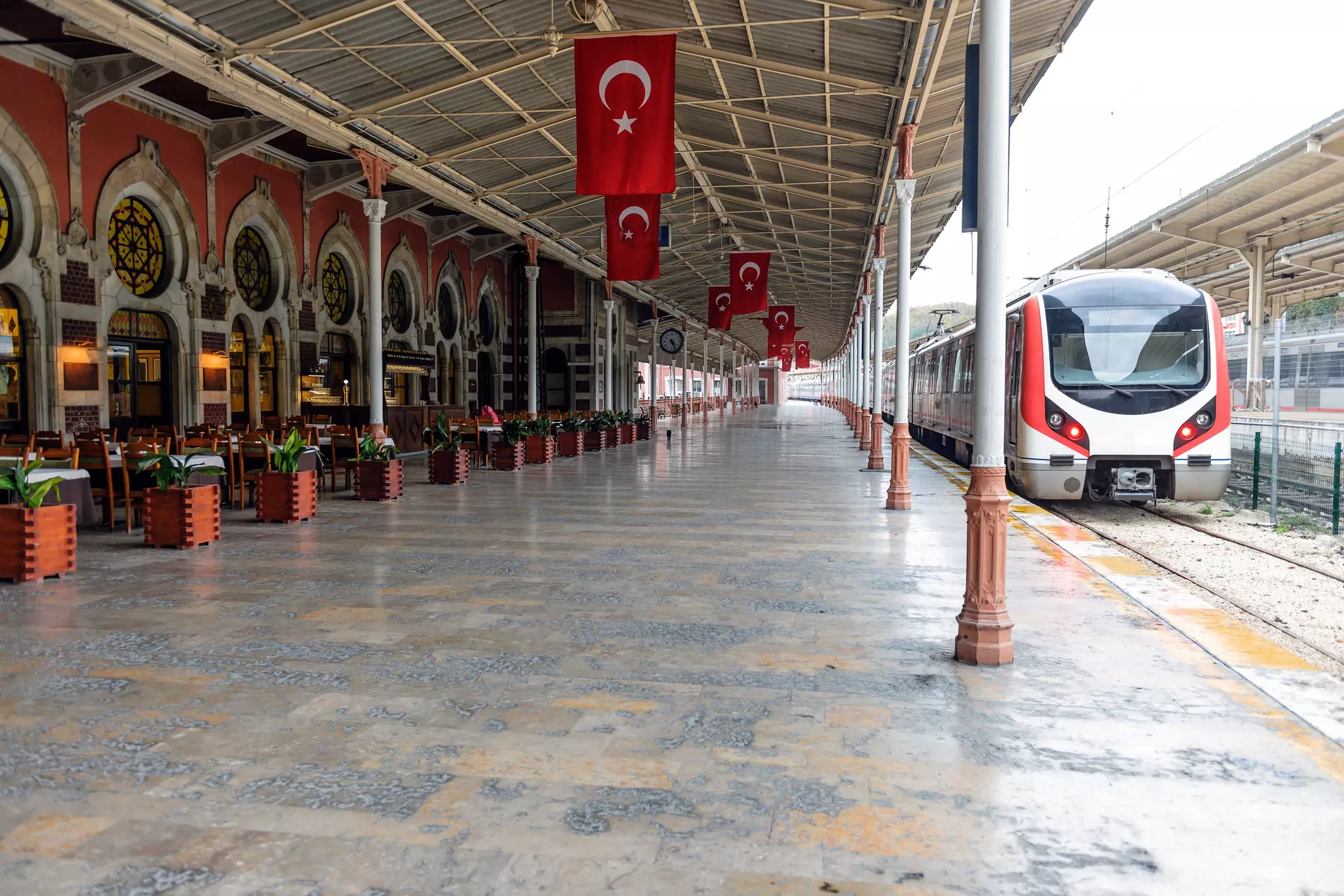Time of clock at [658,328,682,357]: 4:26
